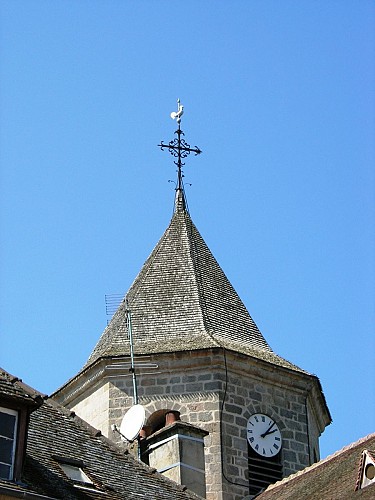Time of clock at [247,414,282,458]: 2:06
